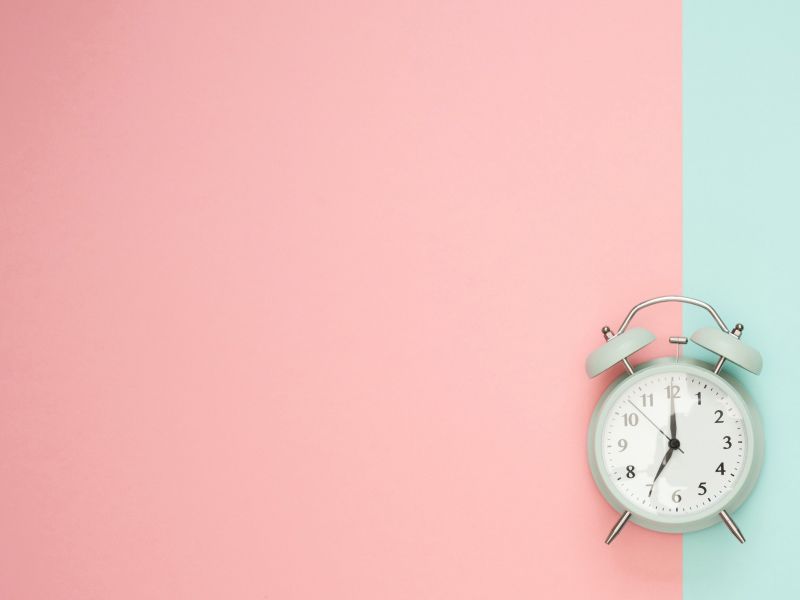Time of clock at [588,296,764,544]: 7:00
